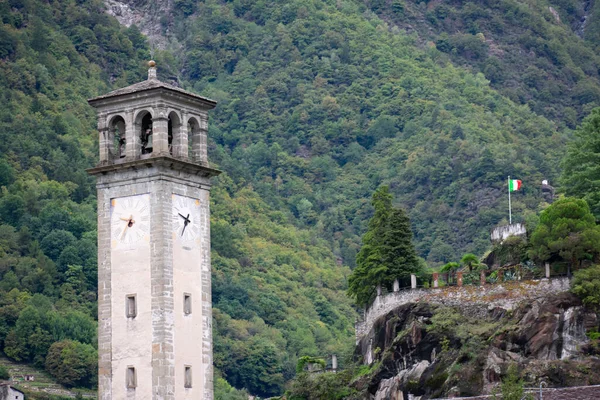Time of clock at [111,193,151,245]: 9:36
